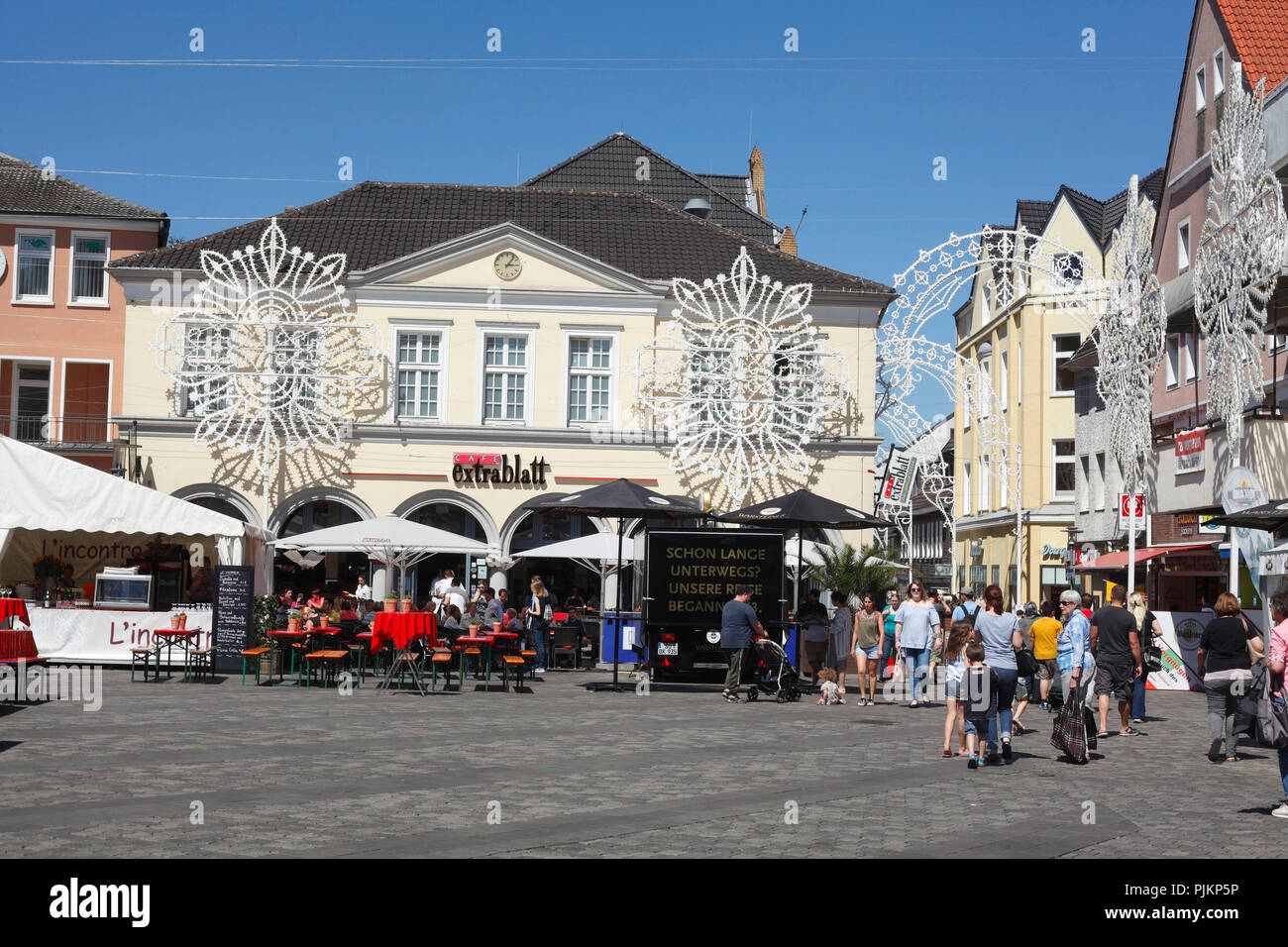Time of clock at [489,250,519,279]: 3:06
